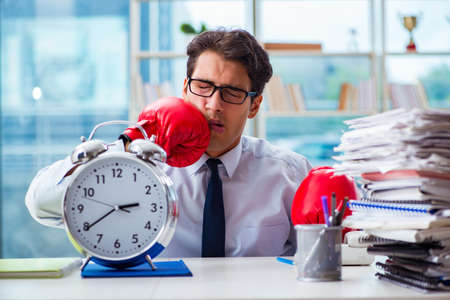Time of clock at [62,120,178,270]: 2:39
